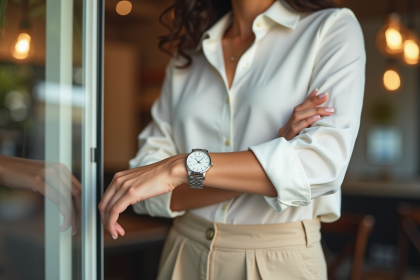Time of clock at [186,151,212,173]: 10:07
